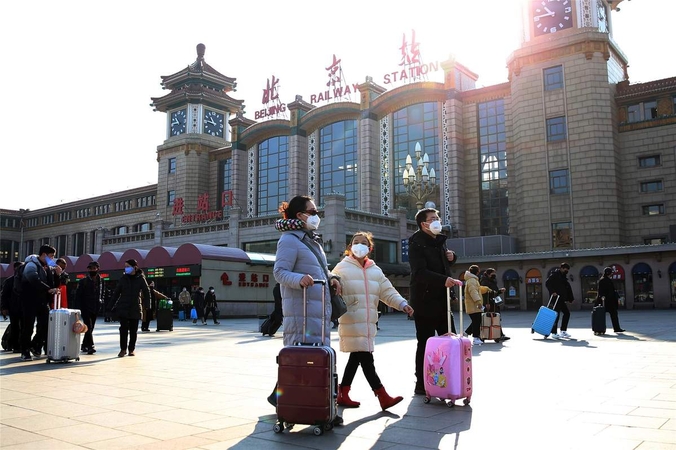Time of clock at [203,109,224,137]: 10:45
